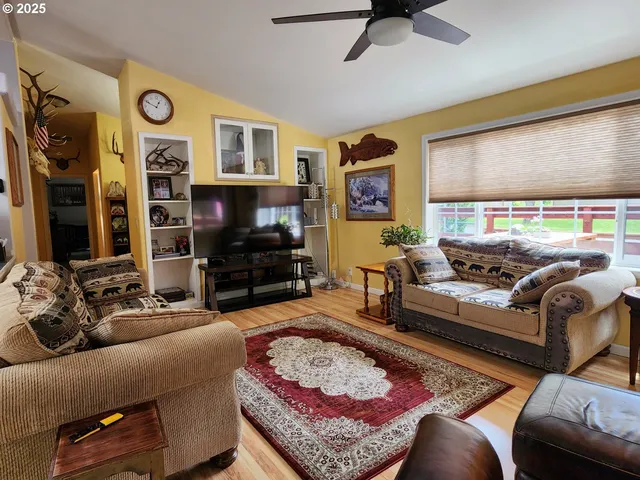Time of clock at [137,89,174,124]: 12:49
